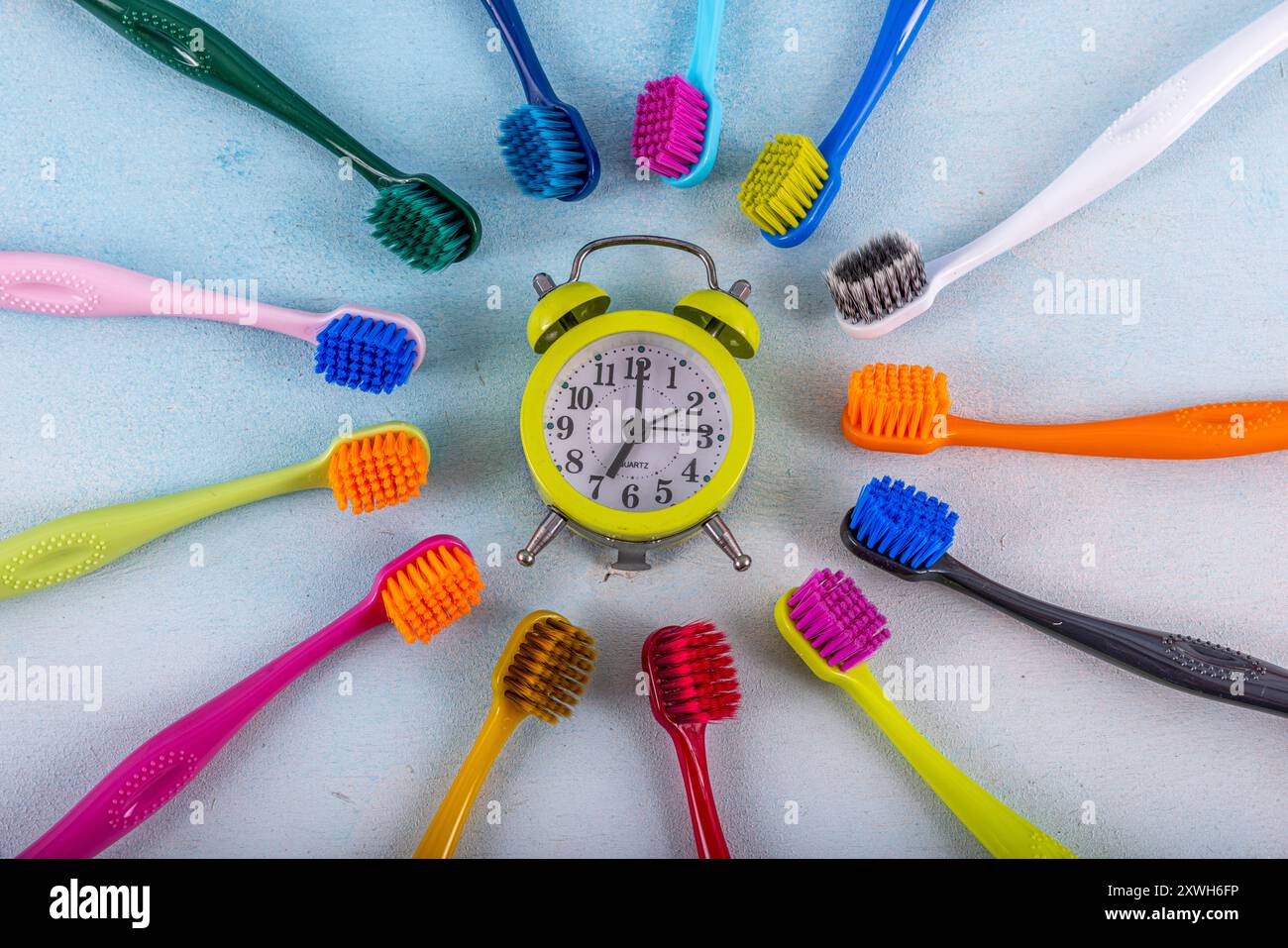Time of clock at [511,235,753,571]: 7:00
